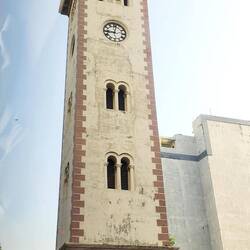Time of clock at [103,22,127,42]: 9:01
